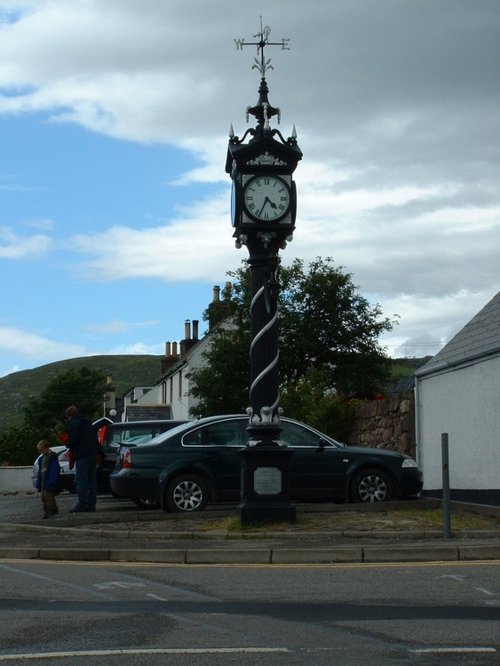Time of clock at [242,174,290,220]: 4:34
